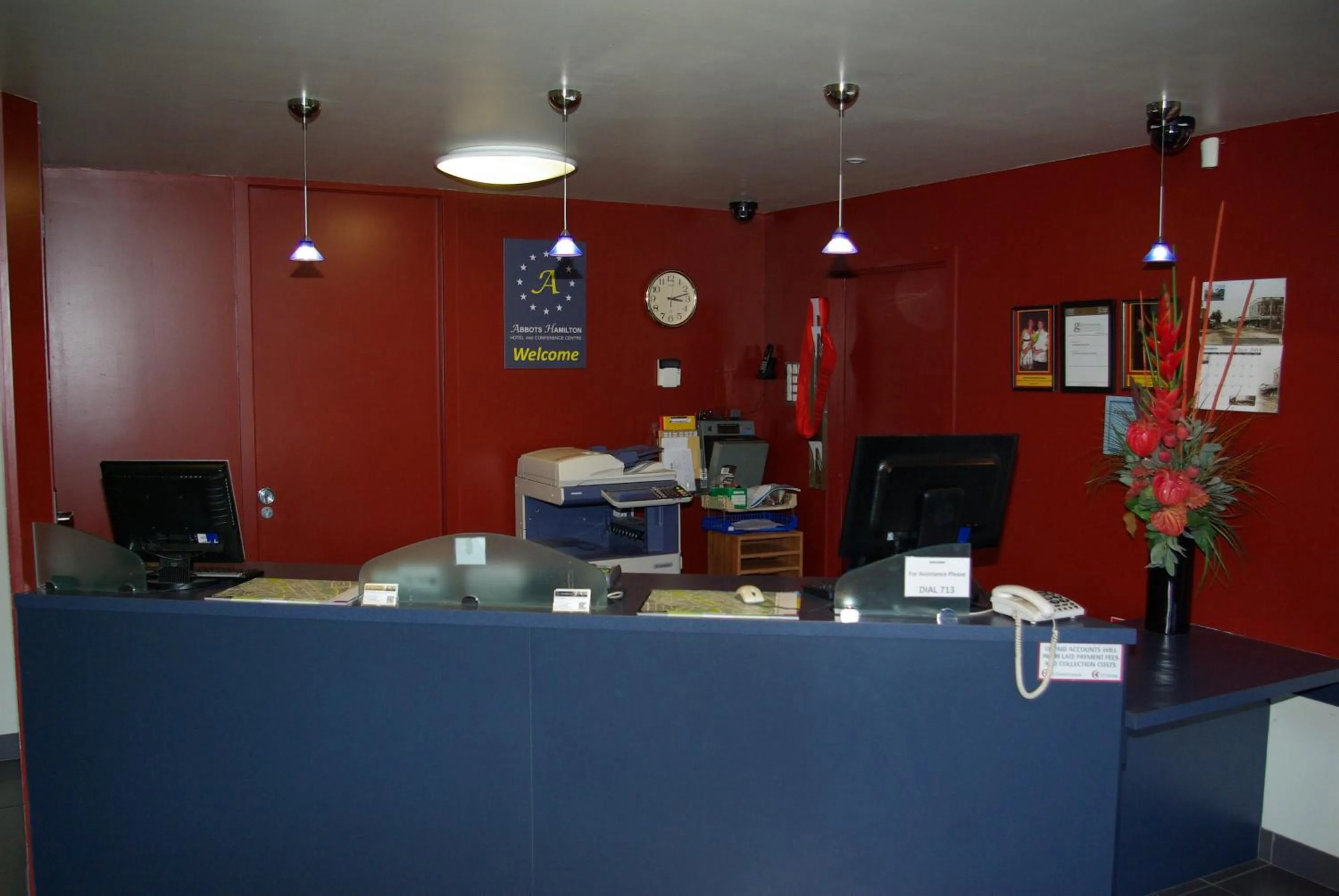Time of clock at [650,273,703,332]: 3:12
